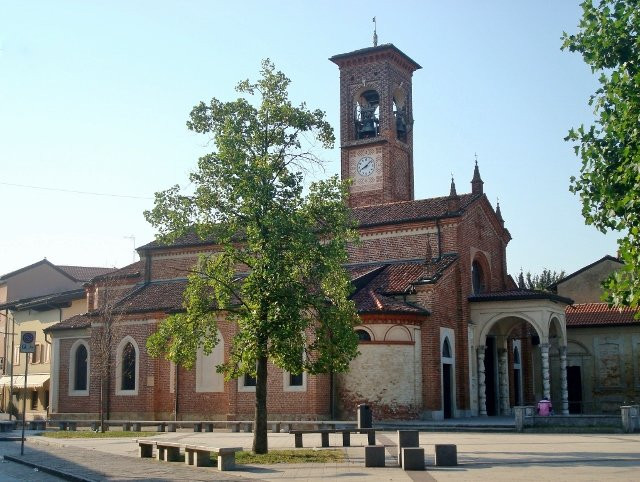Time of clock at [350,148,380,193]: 8:07
